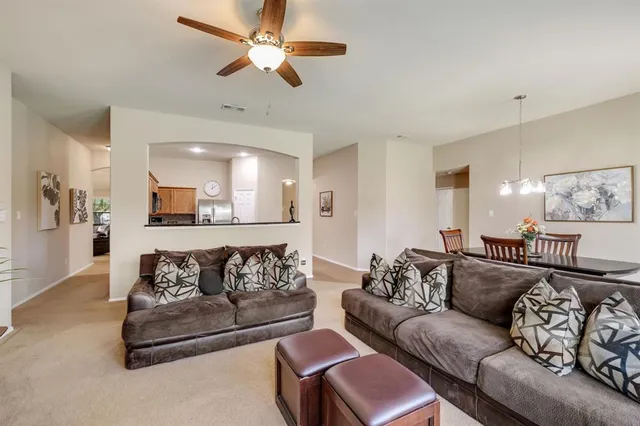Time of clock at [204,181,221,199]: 12:09
